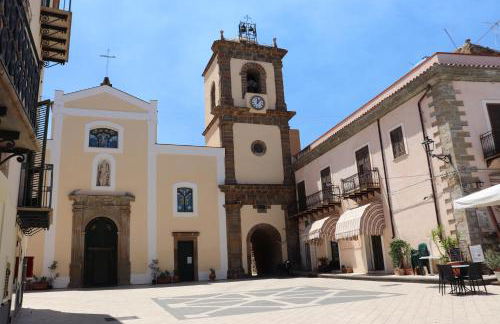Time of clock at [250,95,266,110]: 12:07
